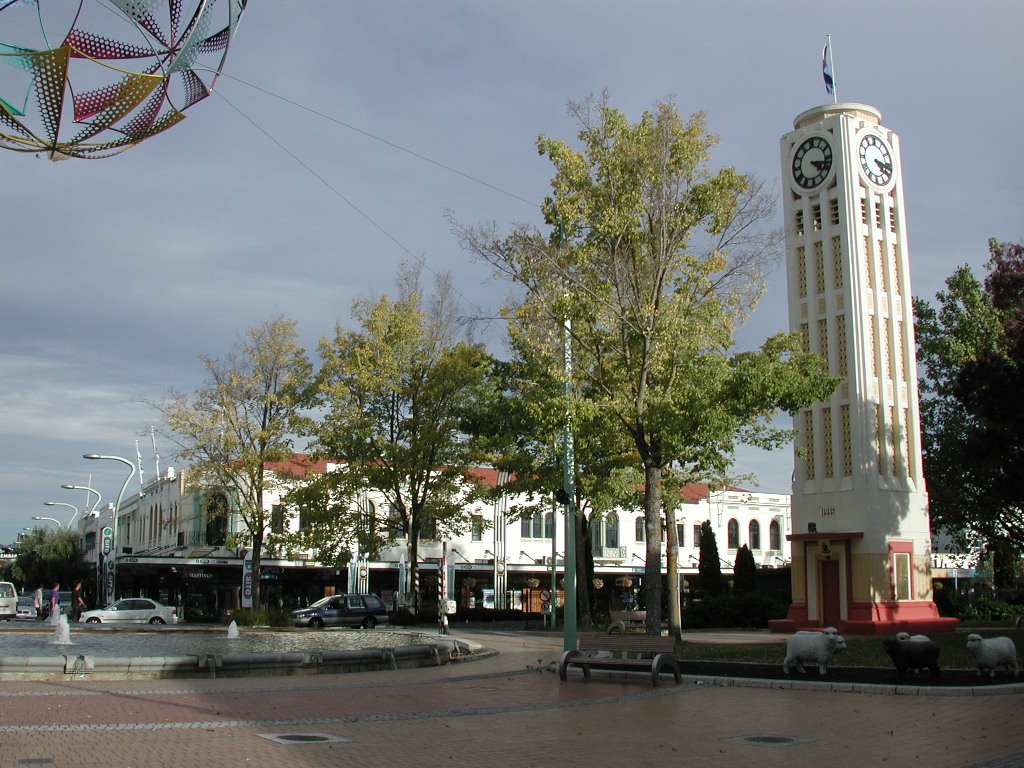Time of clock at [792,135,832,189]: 4:17
